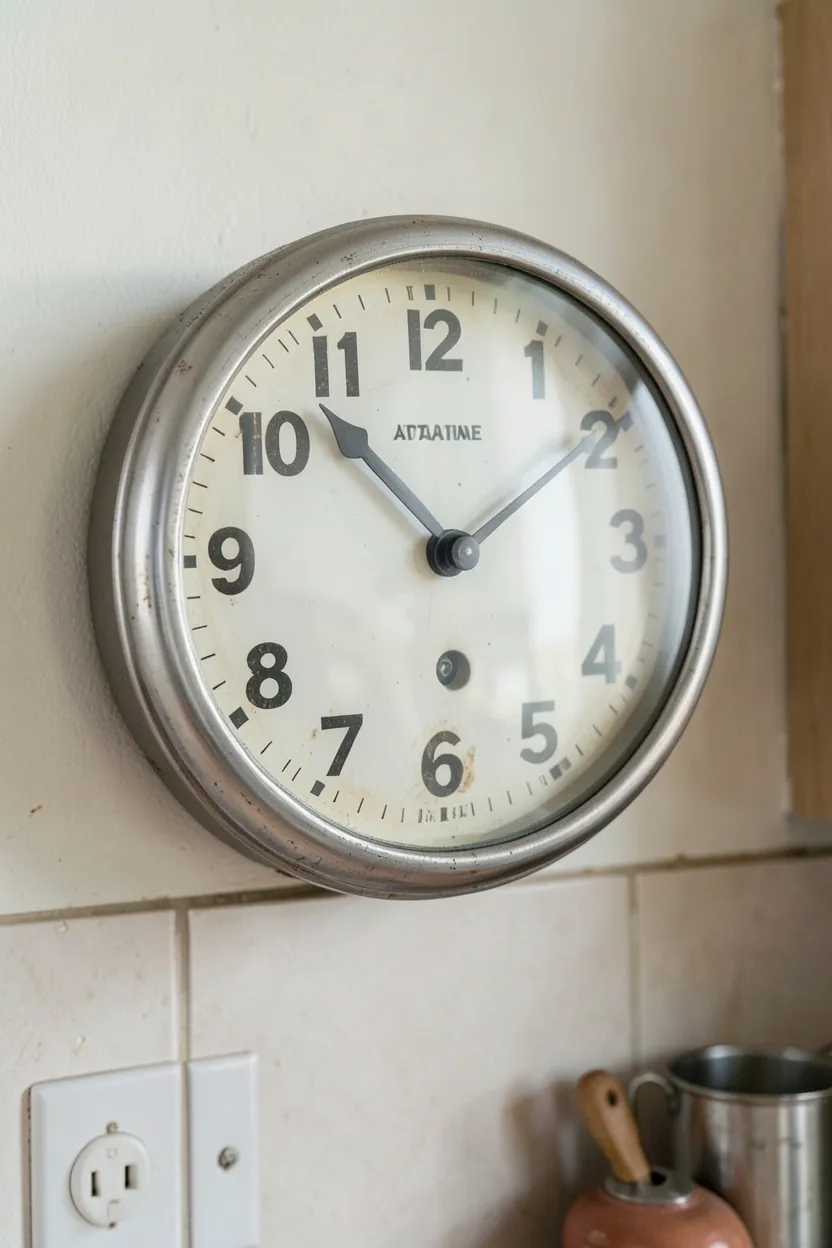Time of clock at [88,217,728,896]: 1:52
